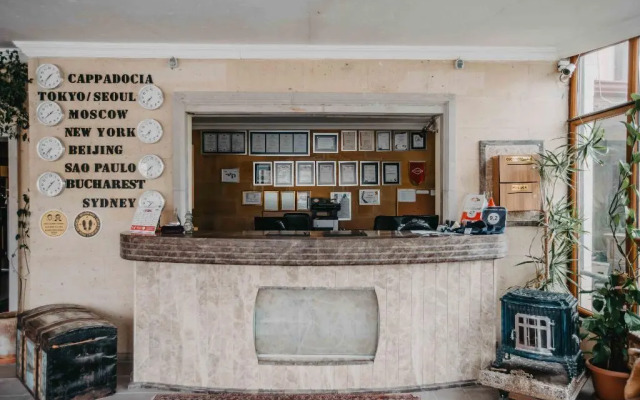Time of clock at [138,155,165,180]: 7:32
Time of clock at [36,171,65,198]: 1:36
